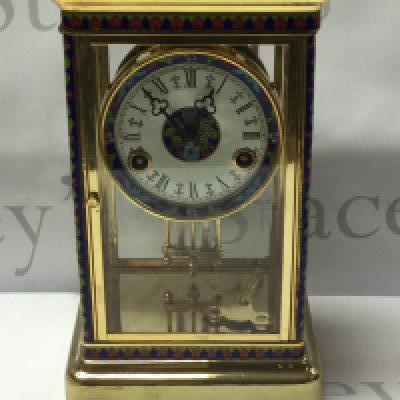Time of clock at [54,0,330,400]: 12:52
